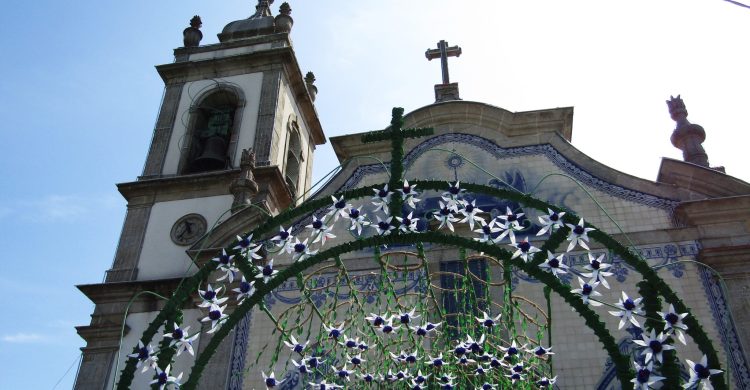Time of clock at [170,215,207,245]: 11:36
